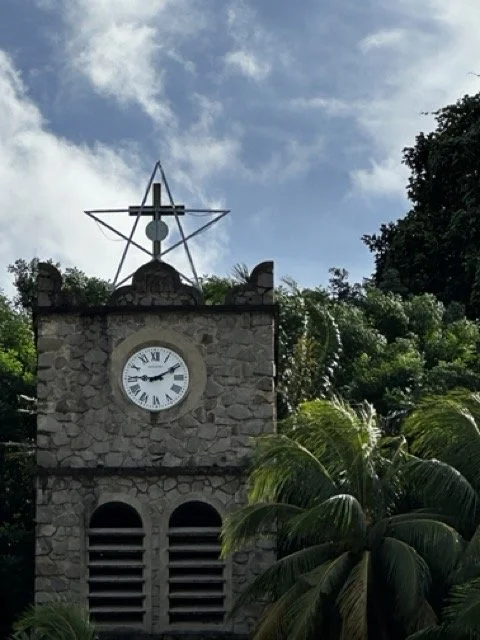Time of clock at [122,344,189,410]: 9:10
